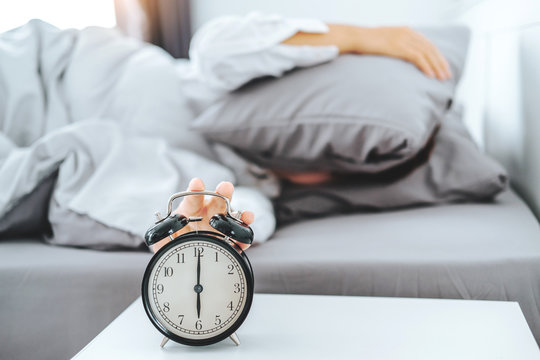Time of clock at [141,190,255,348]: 6:00
